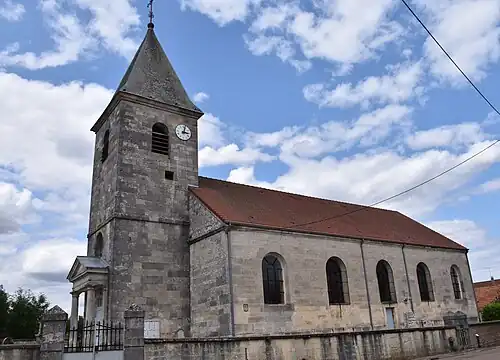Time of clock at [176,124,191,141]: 3:02
